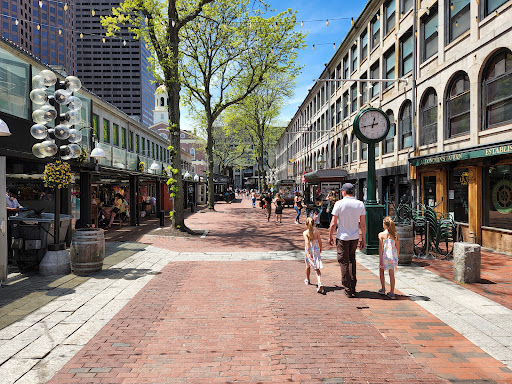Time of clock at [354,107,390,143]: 12:42
